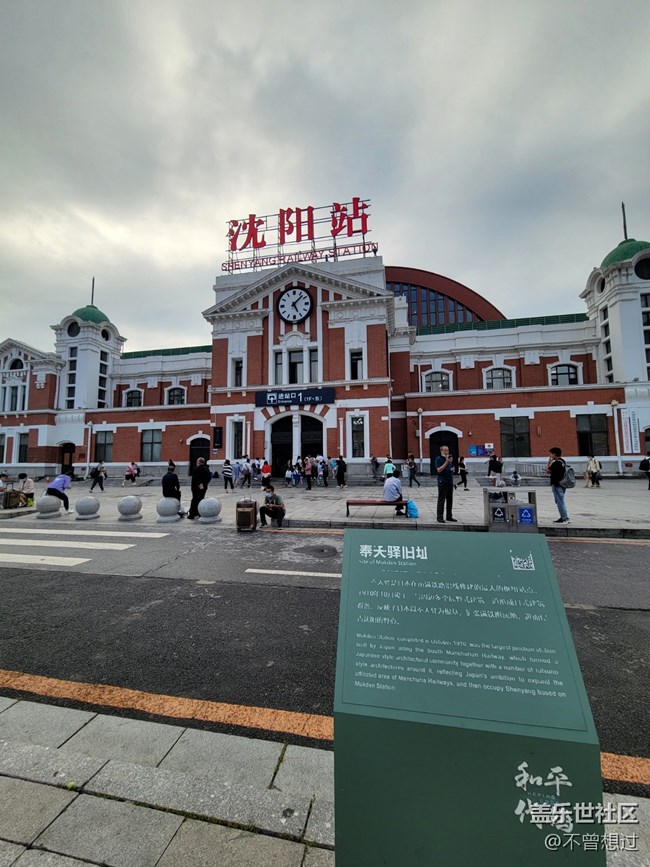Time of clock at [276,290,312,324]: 5:07
